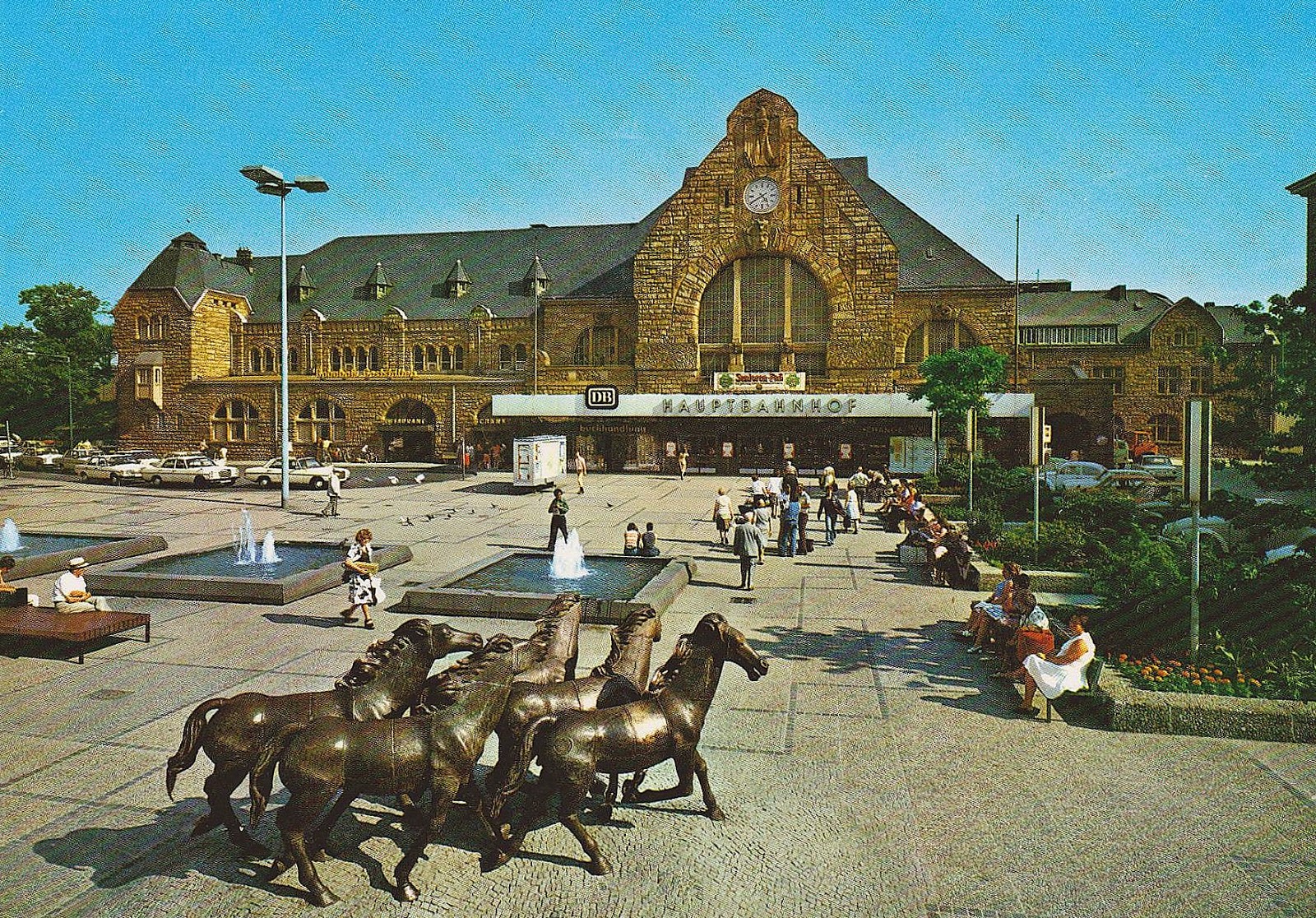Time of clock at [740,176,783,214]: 4:39
